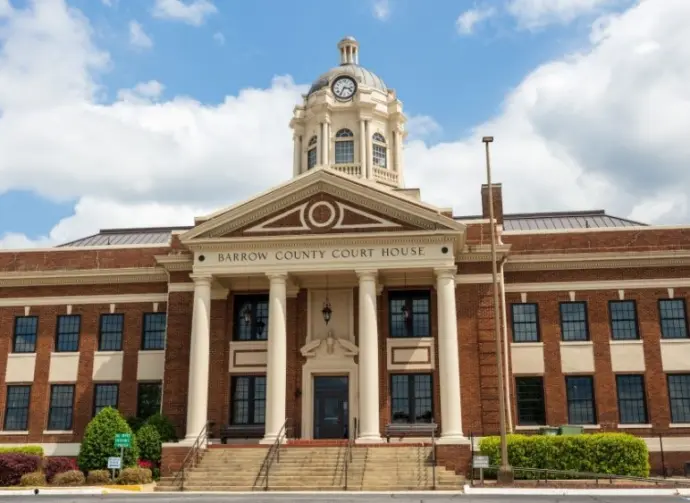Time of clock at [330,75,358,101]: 3:34
